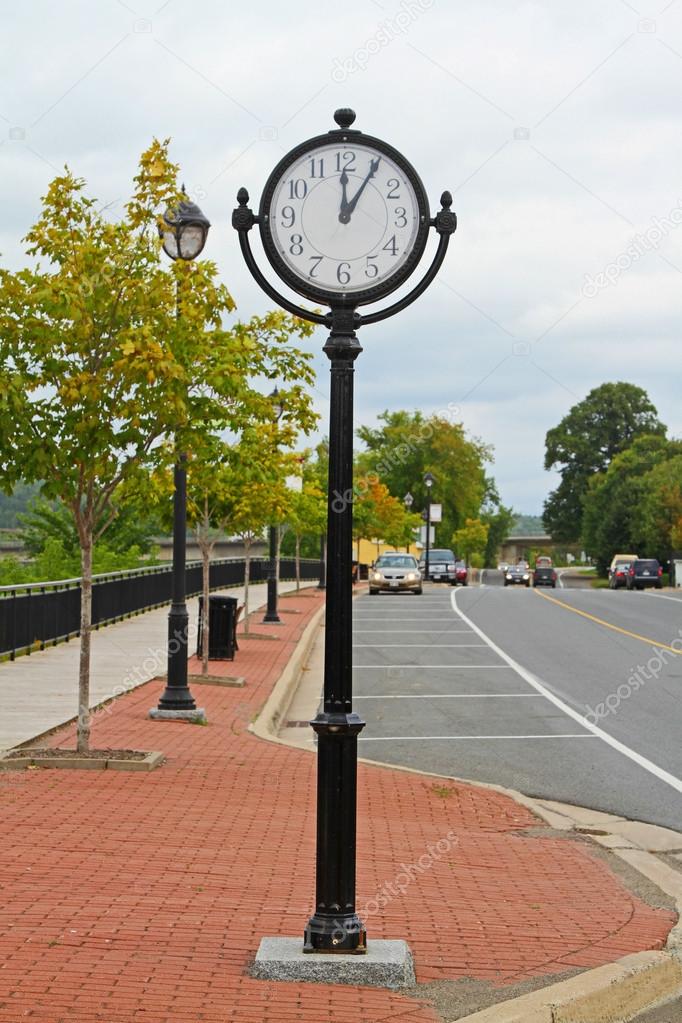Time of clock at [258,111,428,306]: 12:05
